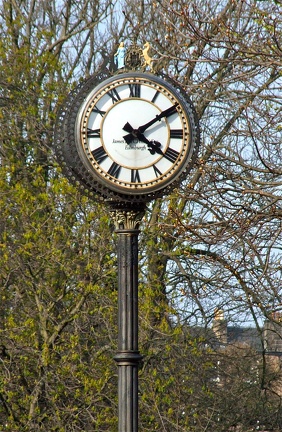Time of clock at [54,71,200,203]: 4:09
